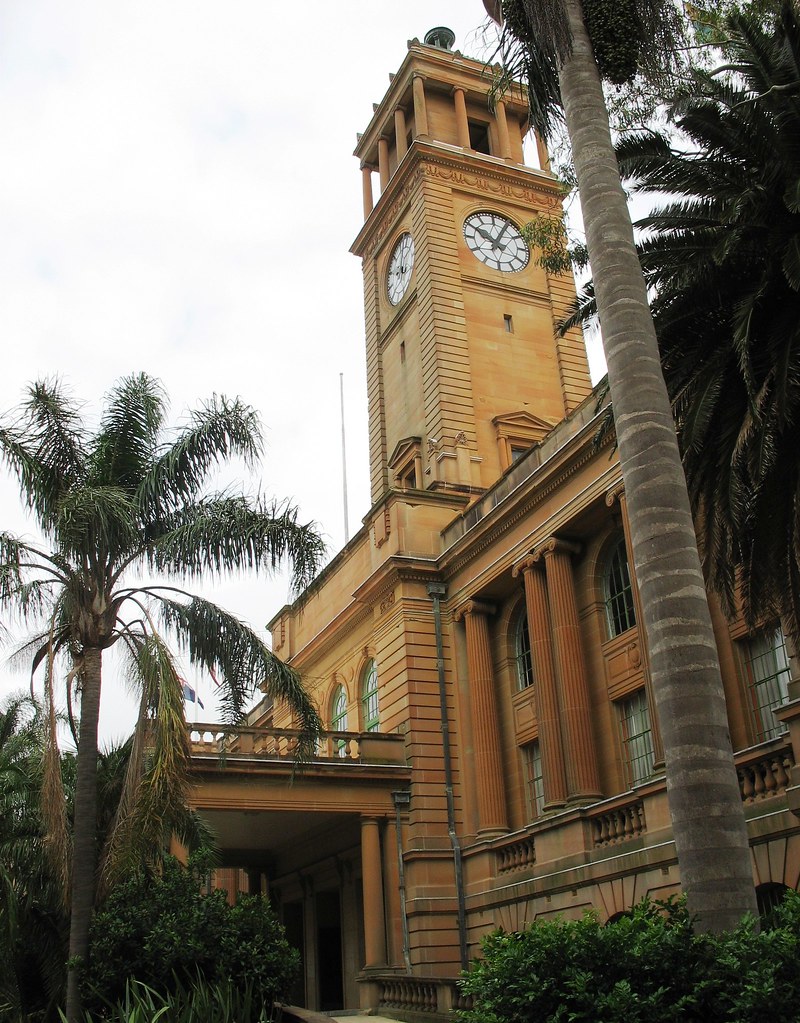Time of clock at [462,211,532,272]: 10:04
